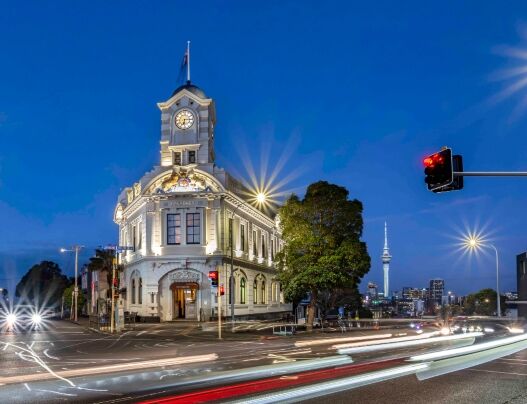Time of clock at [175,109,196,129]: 6:14
